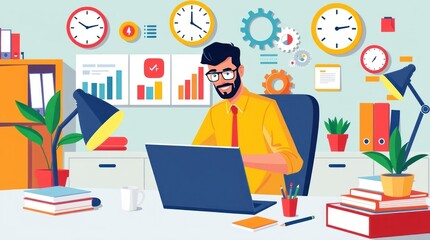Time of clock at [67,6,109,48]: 10:13
